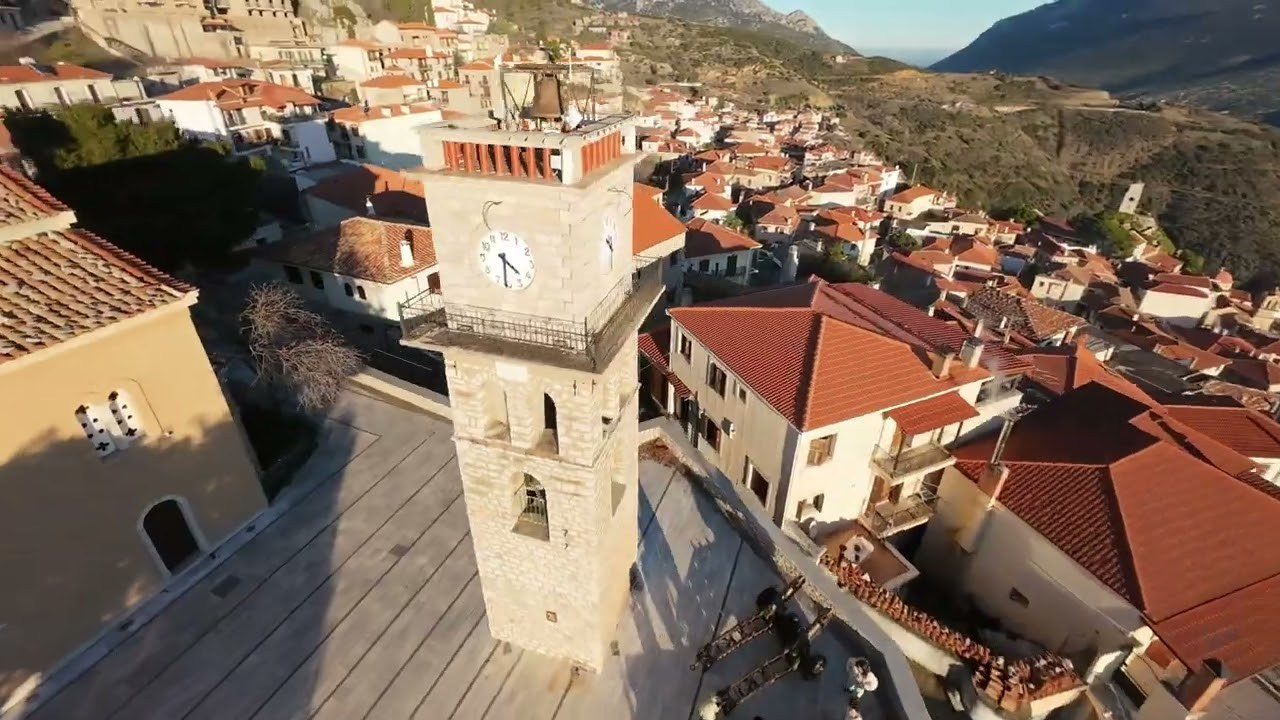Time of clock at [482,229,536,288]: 4:31
